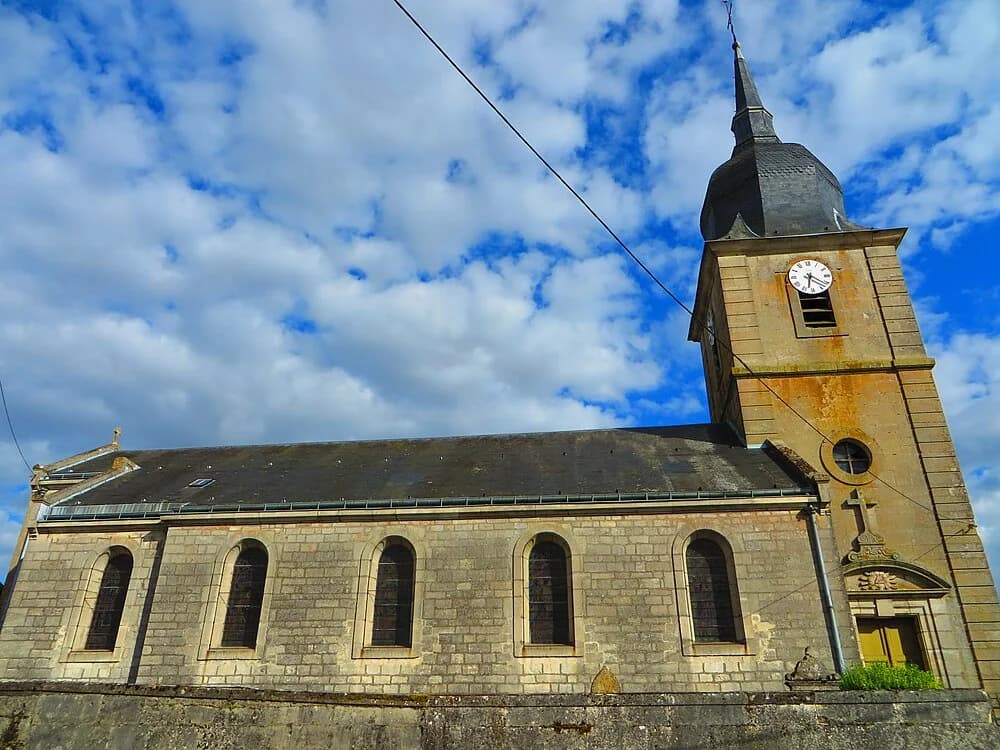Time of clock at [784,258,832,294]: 6:21
